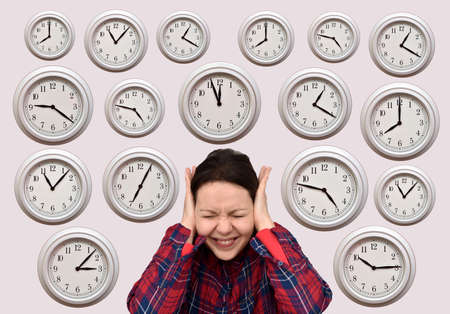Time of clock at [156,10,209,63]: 1:20
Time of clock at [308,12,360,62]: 4:47
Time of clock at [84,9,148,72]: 11:07
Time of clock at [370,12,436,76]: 1:20
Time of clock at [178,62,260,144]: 11:56
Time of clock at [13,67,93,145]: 9:21
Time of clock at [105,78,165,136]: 4:46
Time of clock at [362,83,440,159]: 8:00
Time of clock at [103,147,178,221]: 7:04
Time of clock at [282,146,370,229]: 4:47
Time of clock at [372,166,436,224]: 11:07
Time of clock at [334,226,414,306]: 10:14
